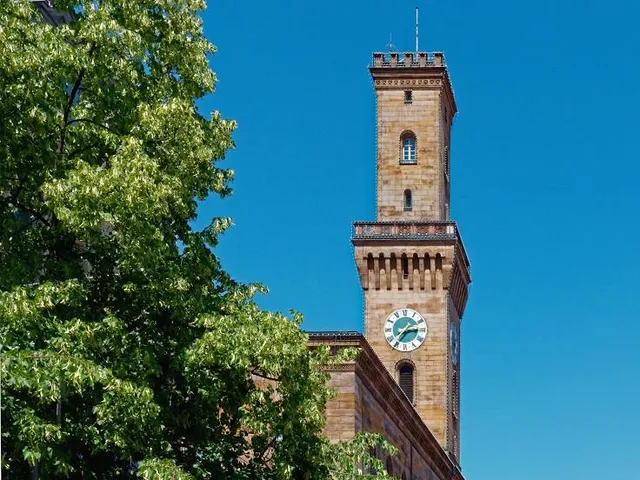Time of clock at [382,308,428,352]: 2:36
